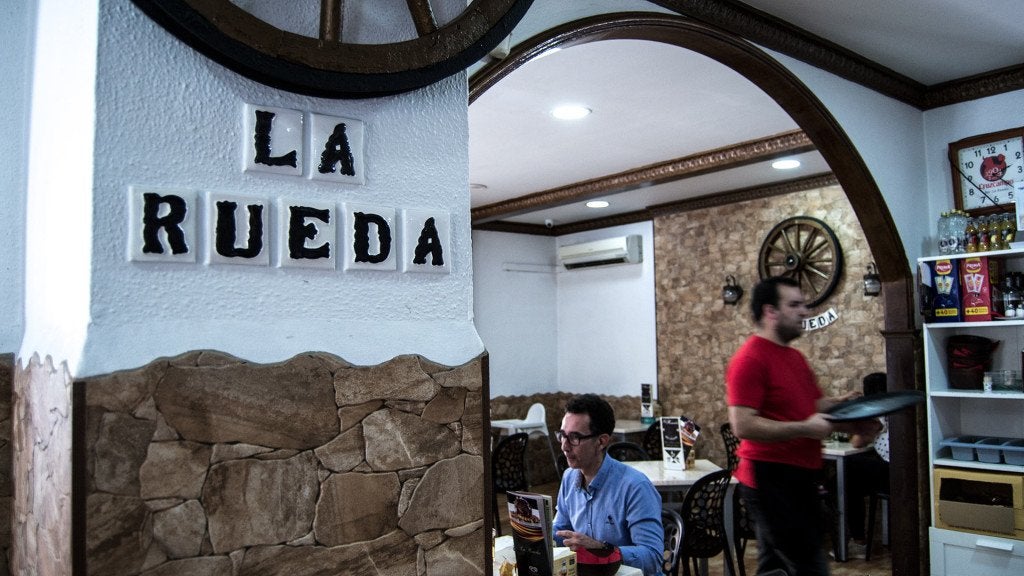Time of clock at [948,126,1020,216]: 2:21
